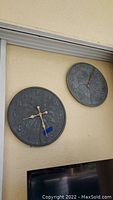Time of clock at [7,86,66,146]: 8:27
